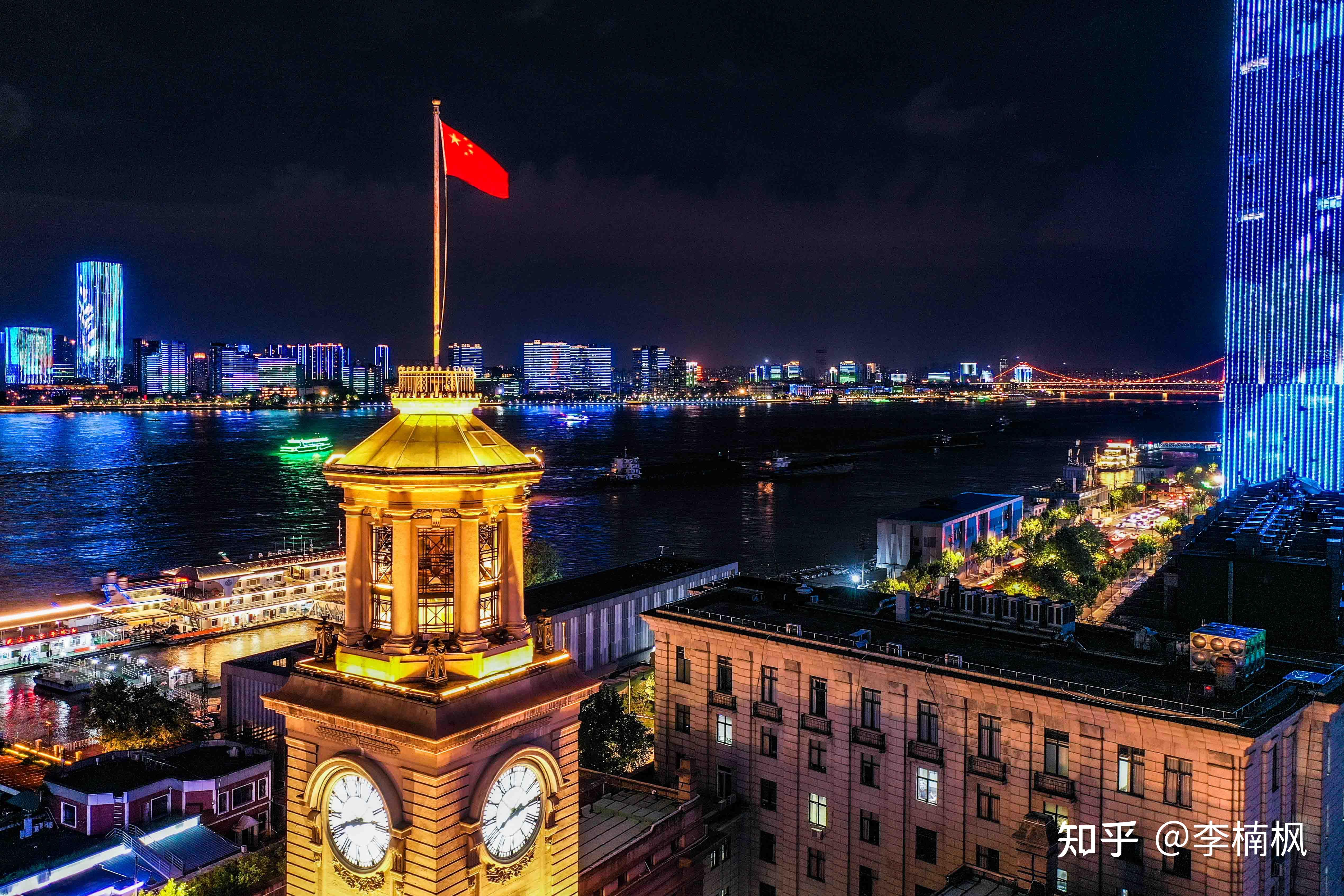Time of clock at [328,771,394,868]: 8:12
